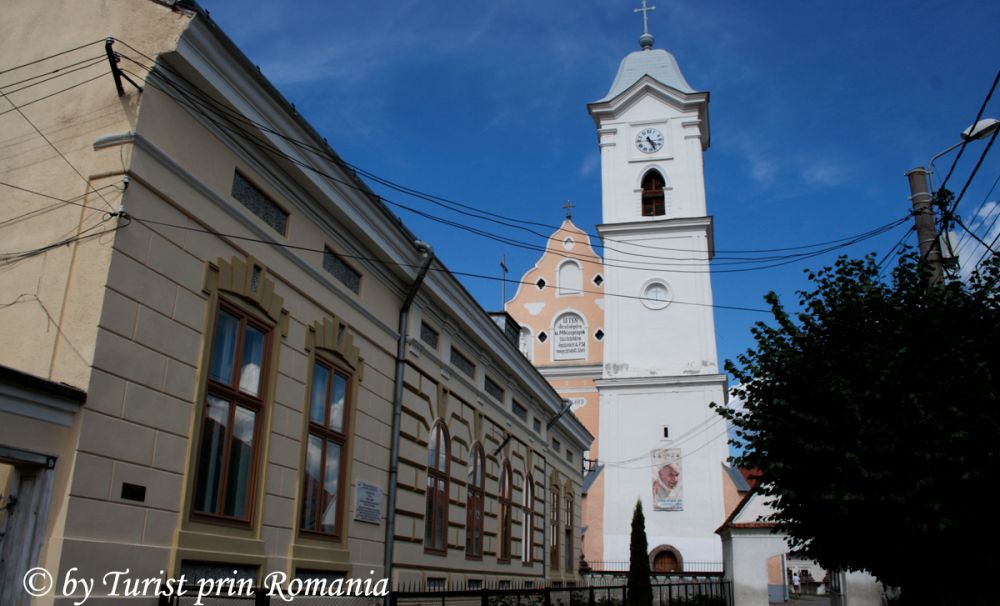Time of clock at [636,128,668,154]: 4:26
